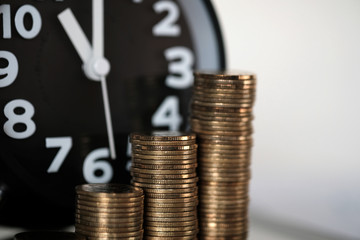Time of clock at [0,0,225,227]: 11:00
